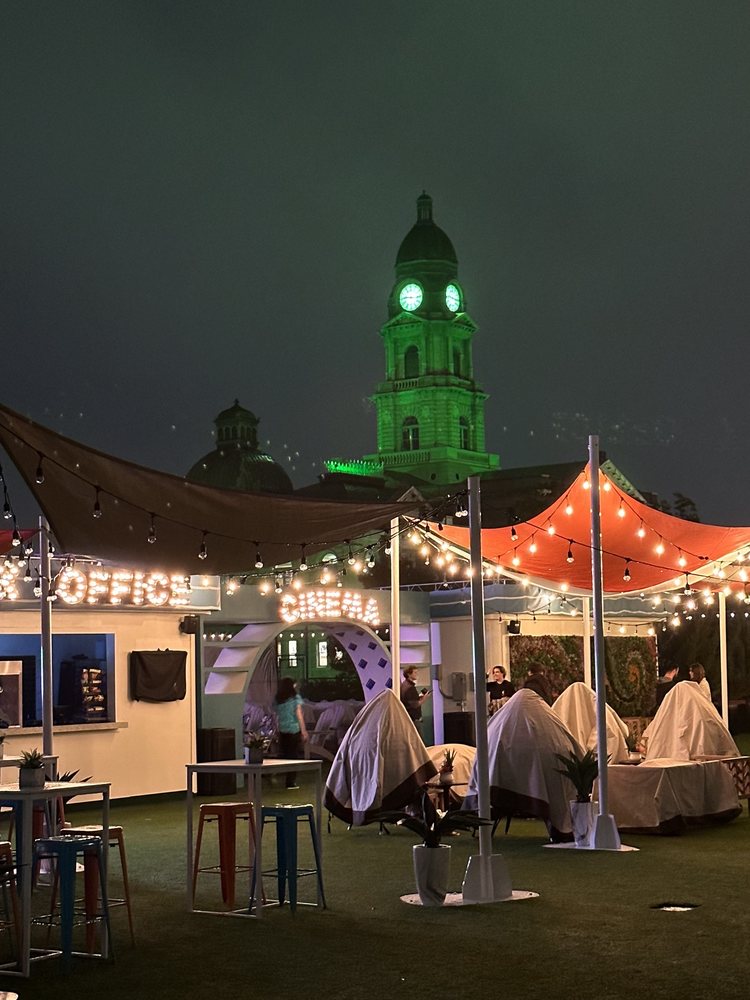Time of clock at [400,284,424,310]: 9:15
